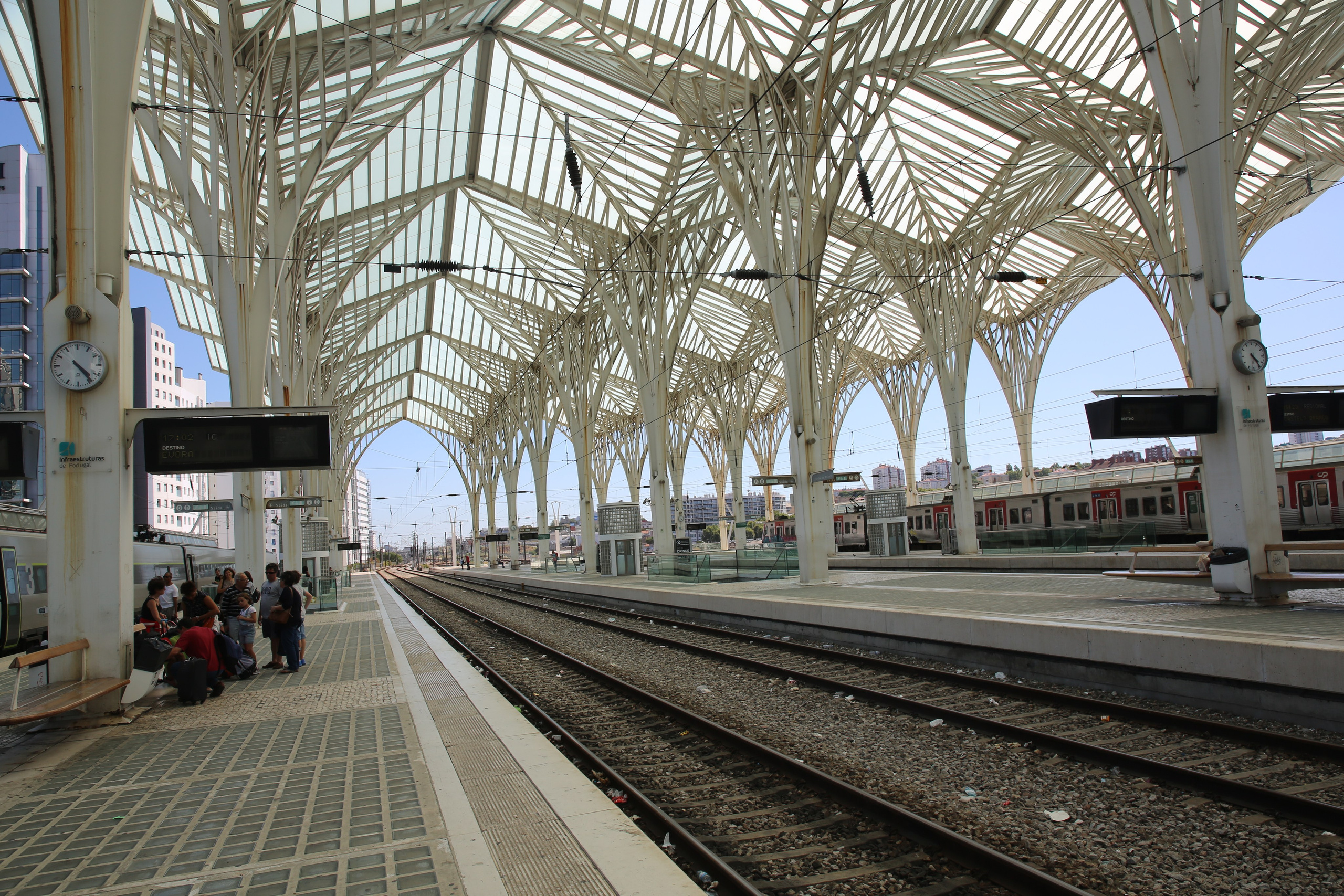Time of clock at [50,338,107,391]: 4:23
